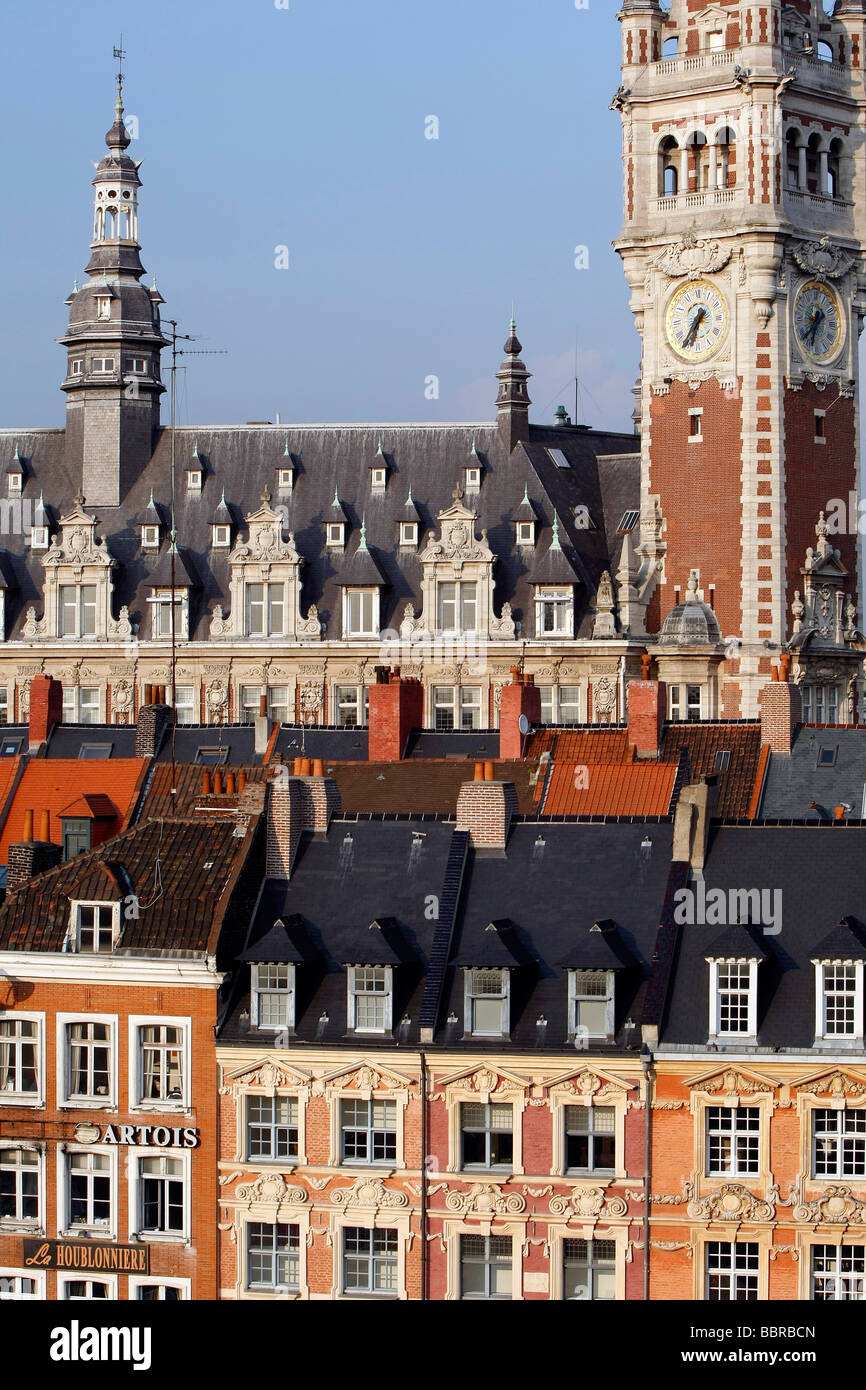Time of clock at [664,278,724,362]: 6:36
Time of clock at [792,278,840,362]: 6:38
